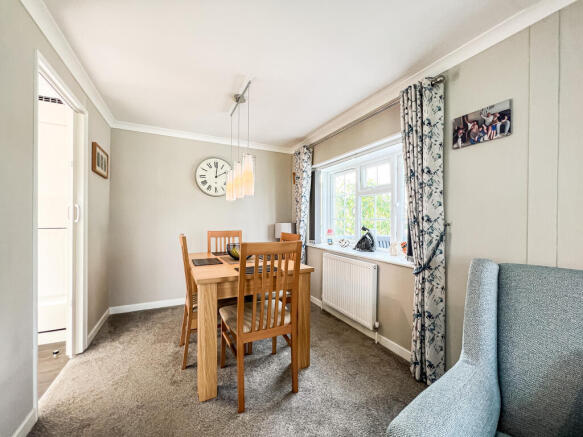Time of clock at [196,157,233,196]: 2:00
